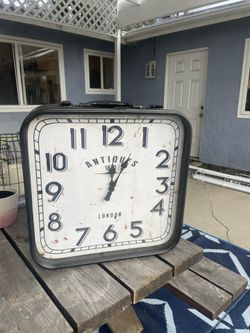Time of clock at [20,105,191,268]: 12:04
